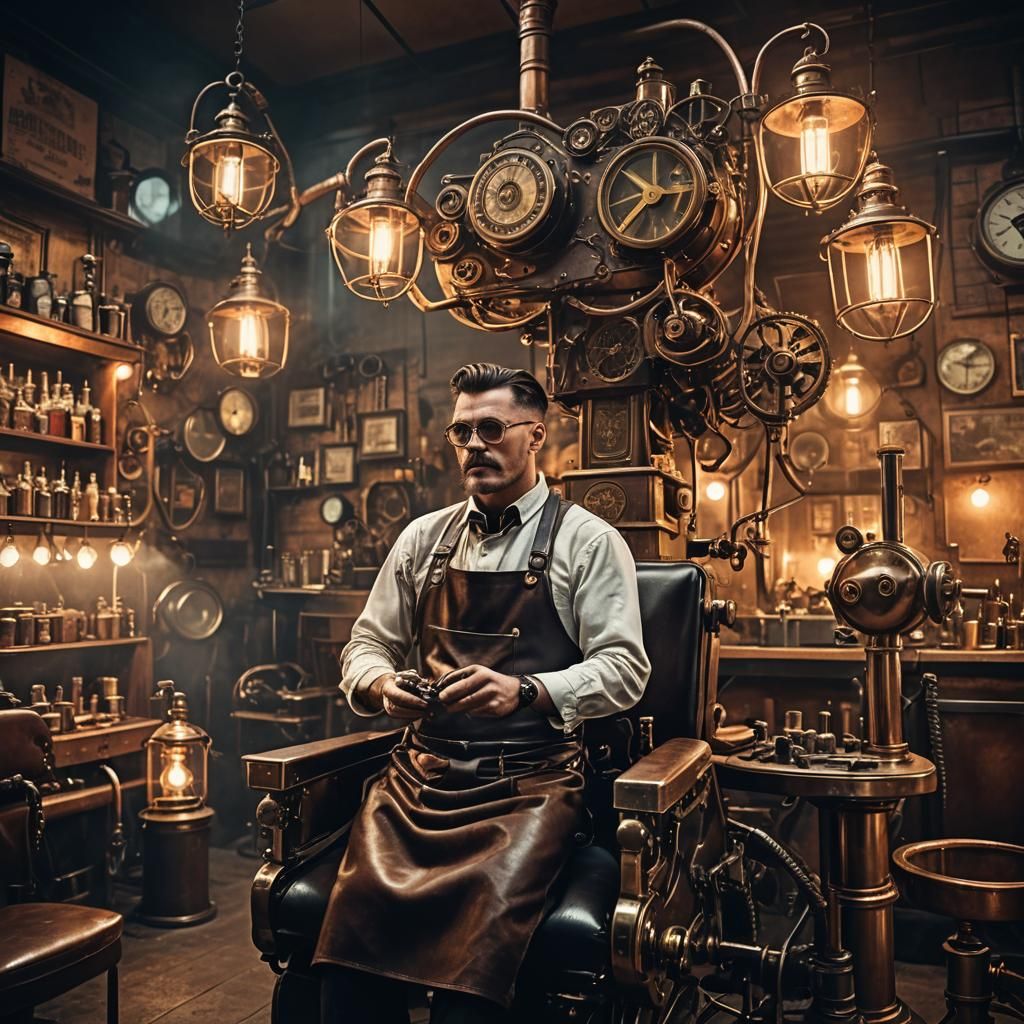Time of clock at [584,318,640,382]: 7:46
